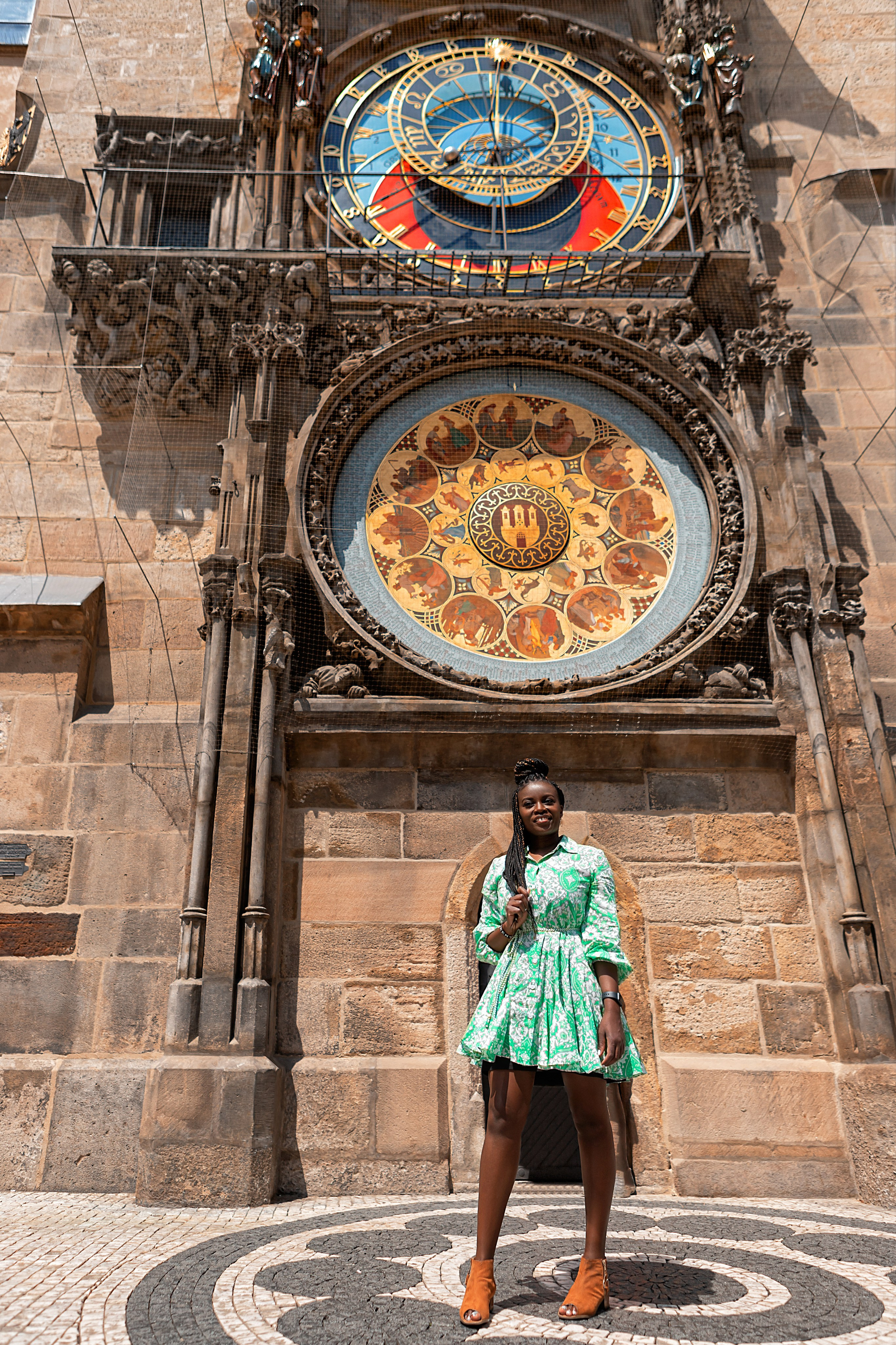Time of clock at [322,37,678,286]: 7:59
